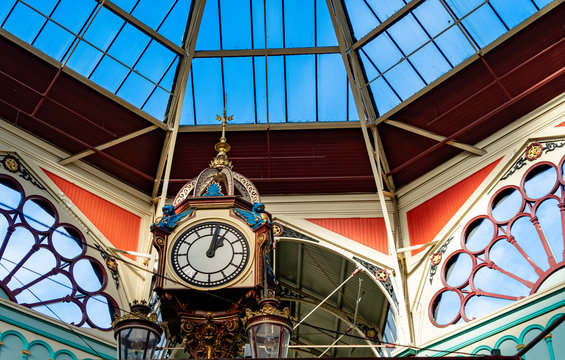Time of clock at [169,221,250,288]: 1:02
